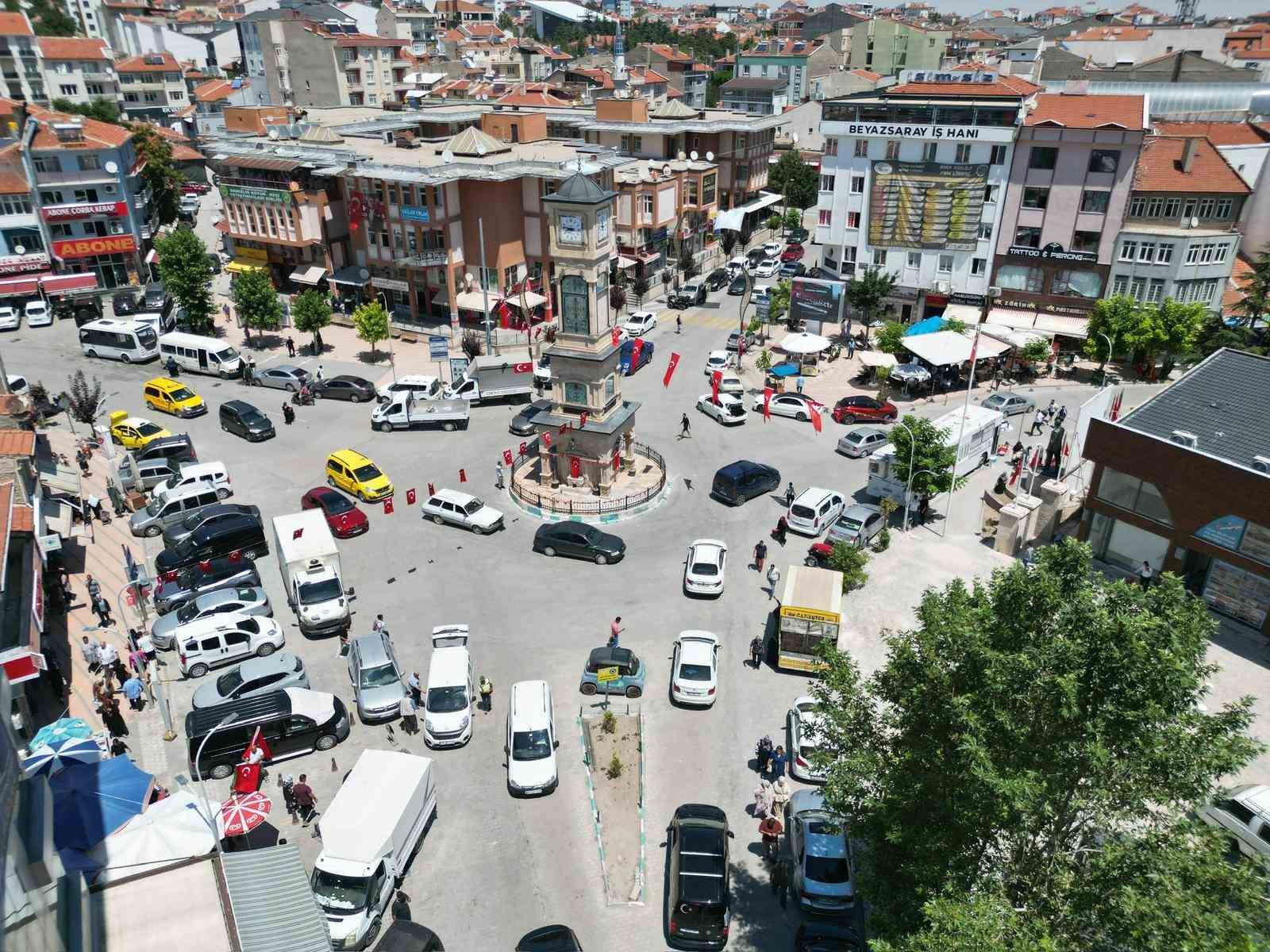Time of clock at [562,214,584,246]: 8:46
